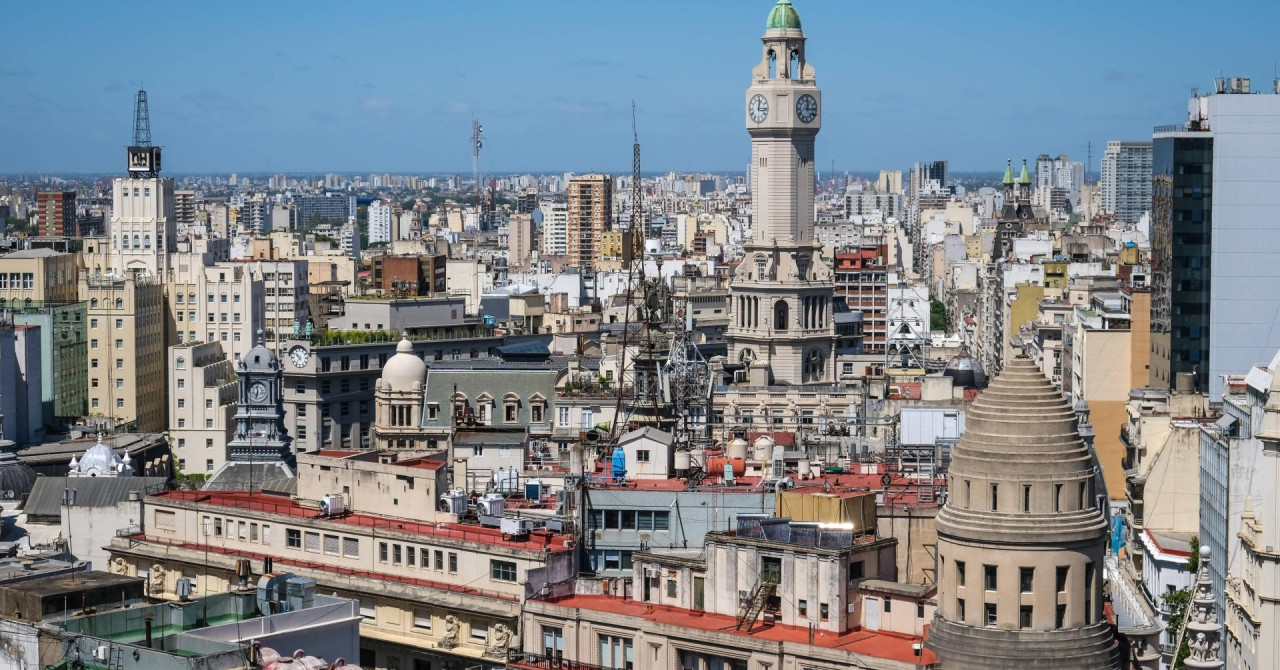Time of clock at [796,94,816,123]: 12:14
